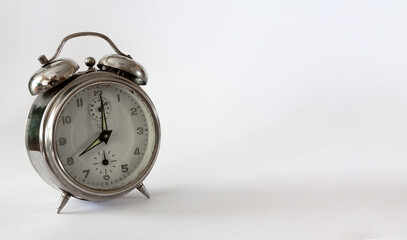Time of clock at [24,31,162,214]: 8:00
